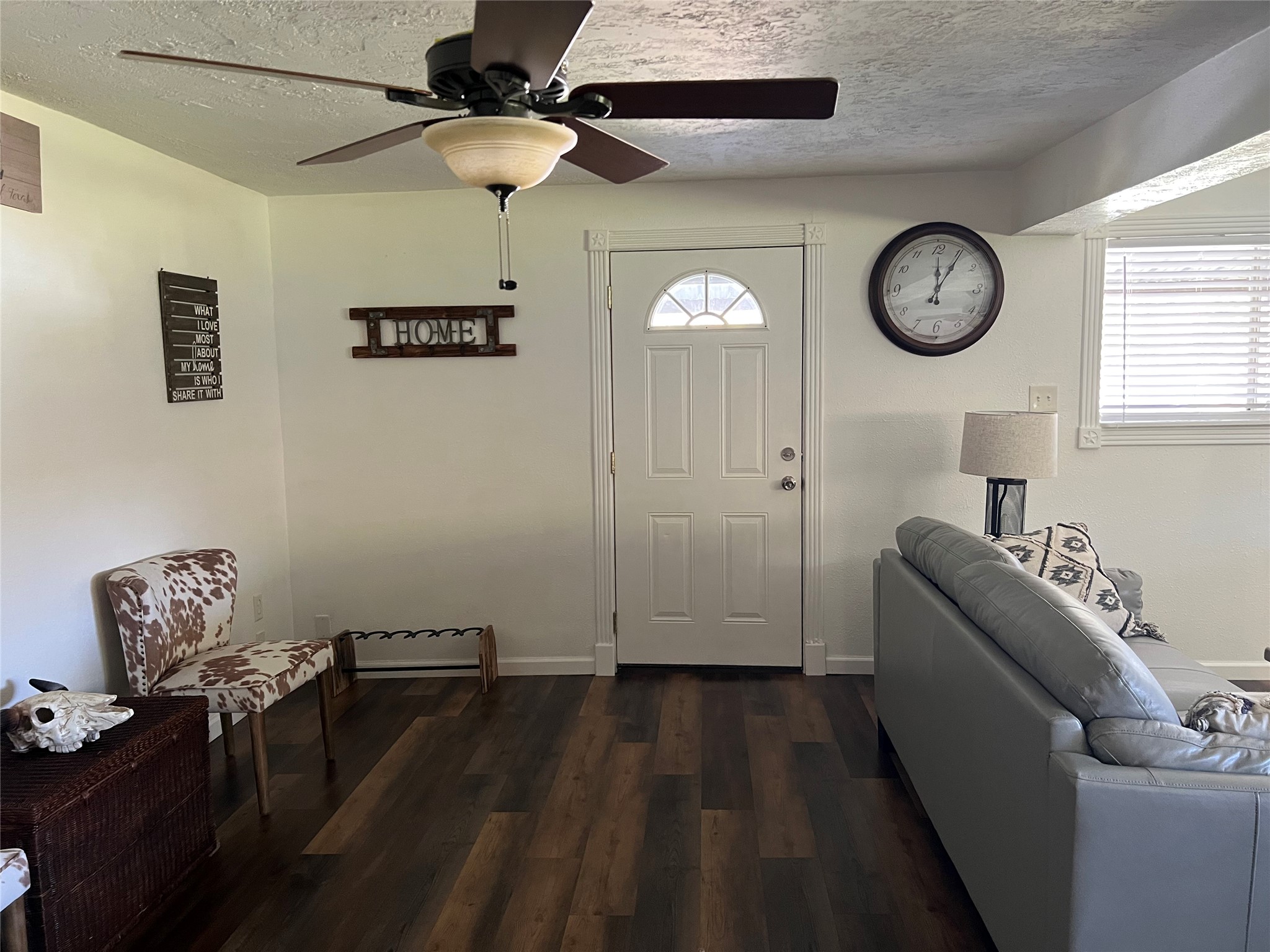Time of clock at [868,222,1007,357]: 12:05
